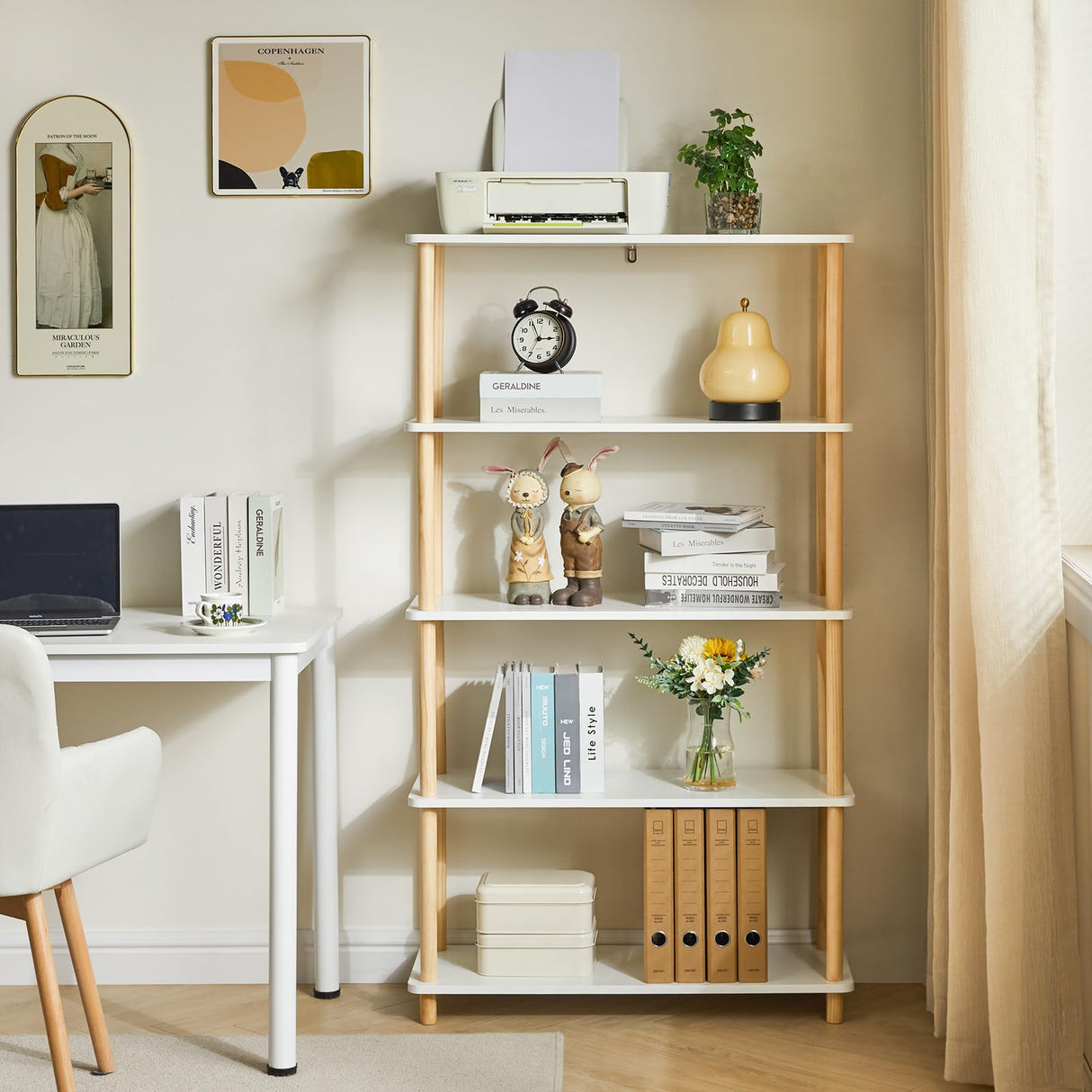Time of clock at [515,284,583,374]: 2:56
